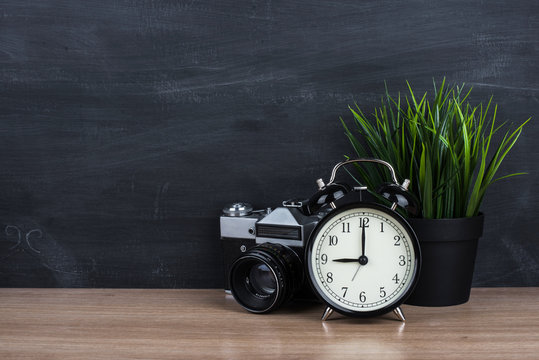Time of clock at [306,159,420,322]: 9:00
